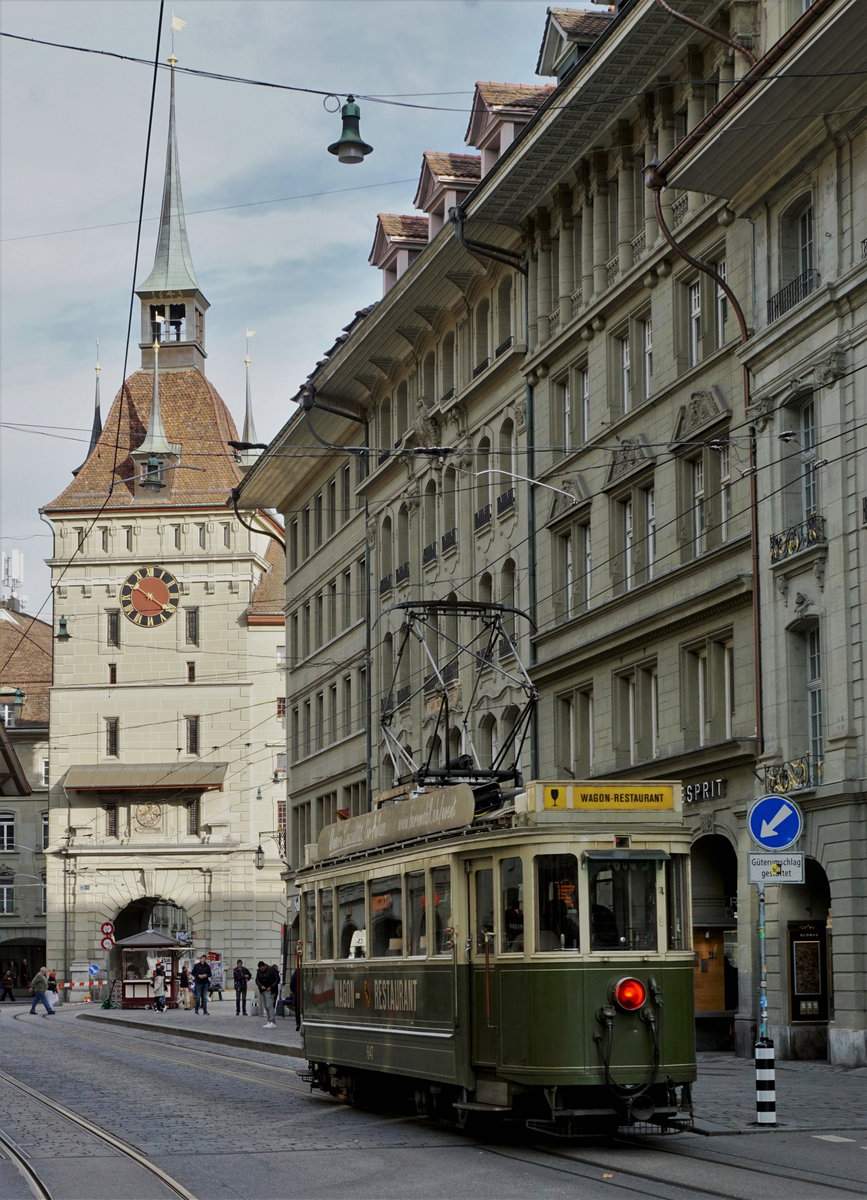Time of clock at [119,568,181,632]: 10:21
